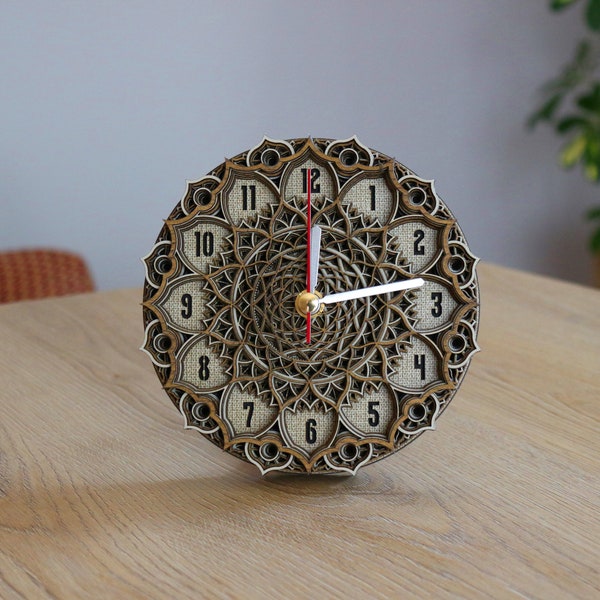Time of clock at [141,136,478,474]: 12:13
